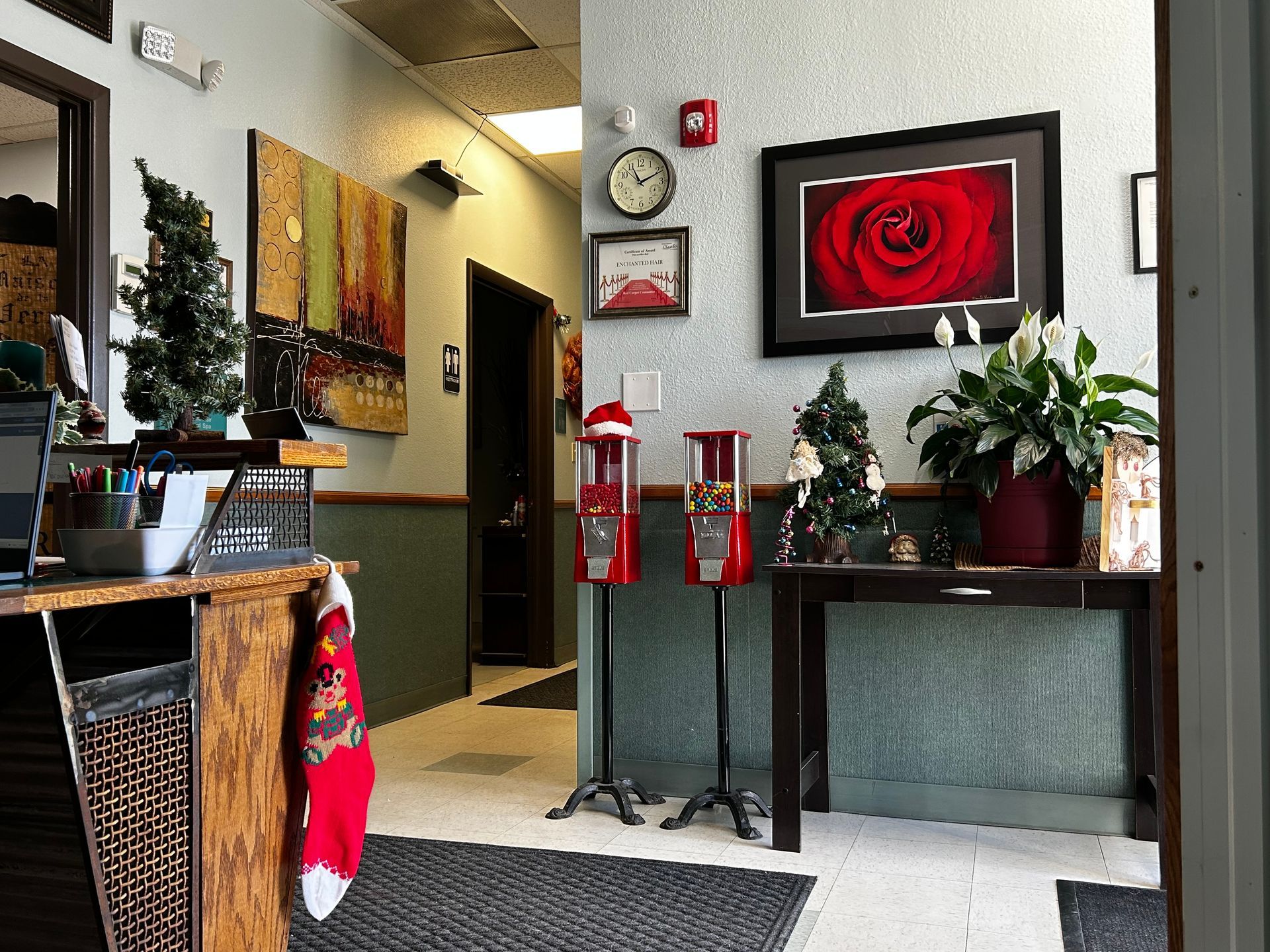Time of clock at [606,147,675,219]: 11:11
